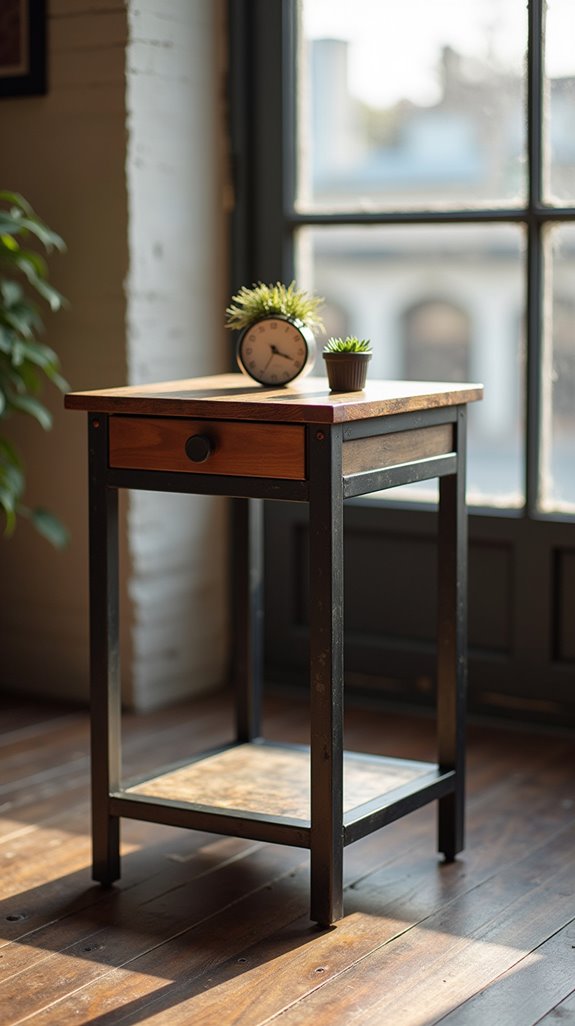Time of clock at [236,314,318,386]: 3:34
